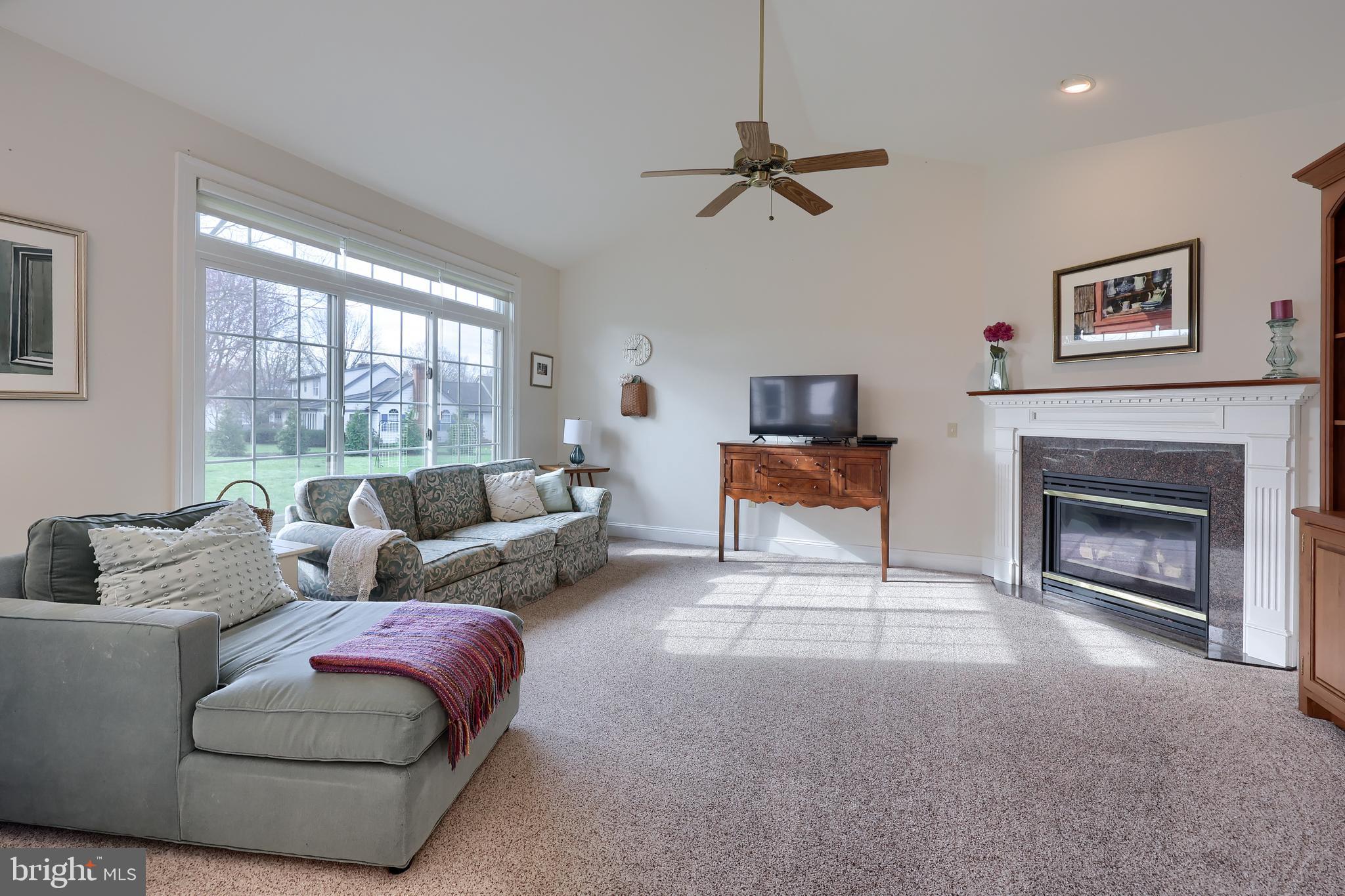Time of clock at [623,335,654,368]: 9:05
